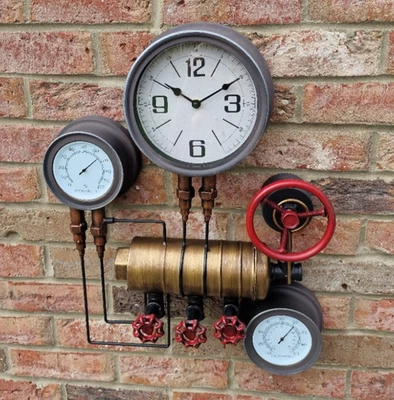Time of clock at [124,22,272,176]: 10:09
